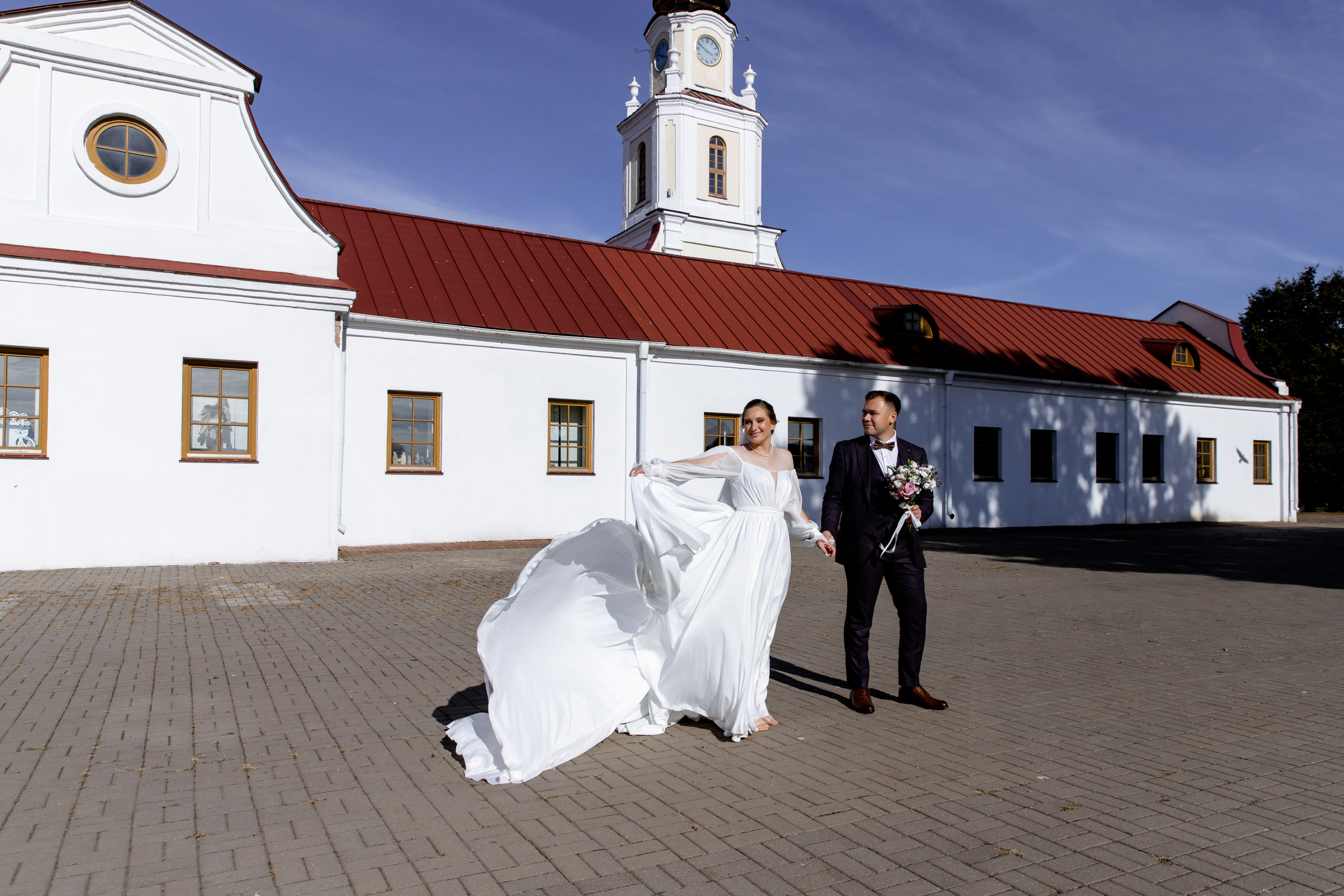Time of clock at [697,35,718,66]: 3:49
